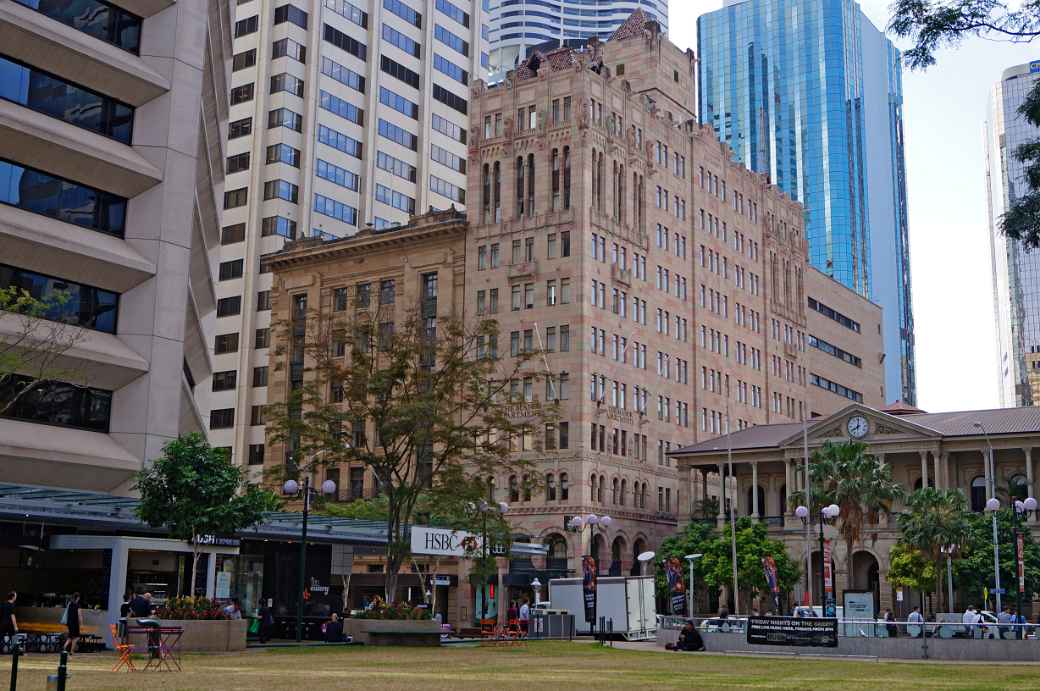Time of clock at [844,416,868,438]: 8:01
